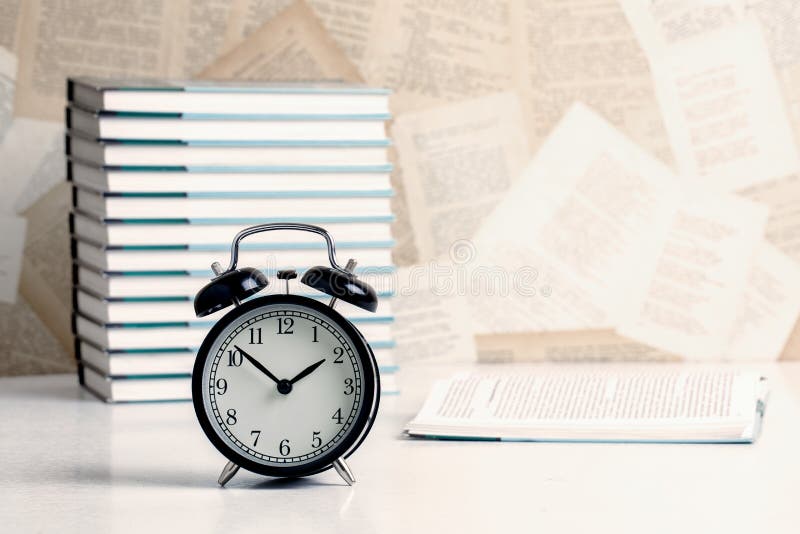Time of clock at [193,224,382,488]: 1:51
